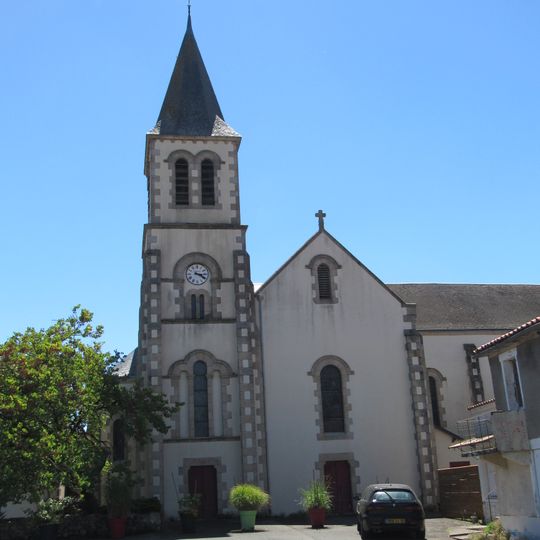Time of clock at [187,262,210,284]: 3:20
